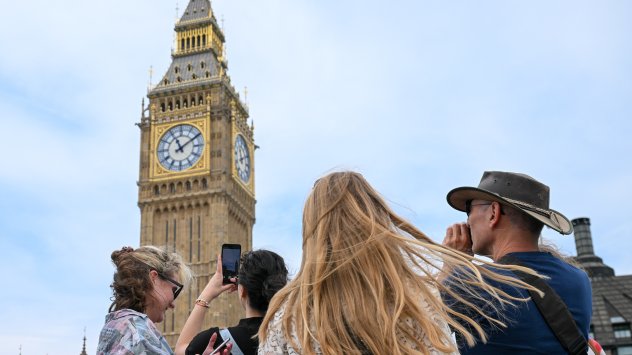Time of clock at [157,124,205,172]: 11:09
